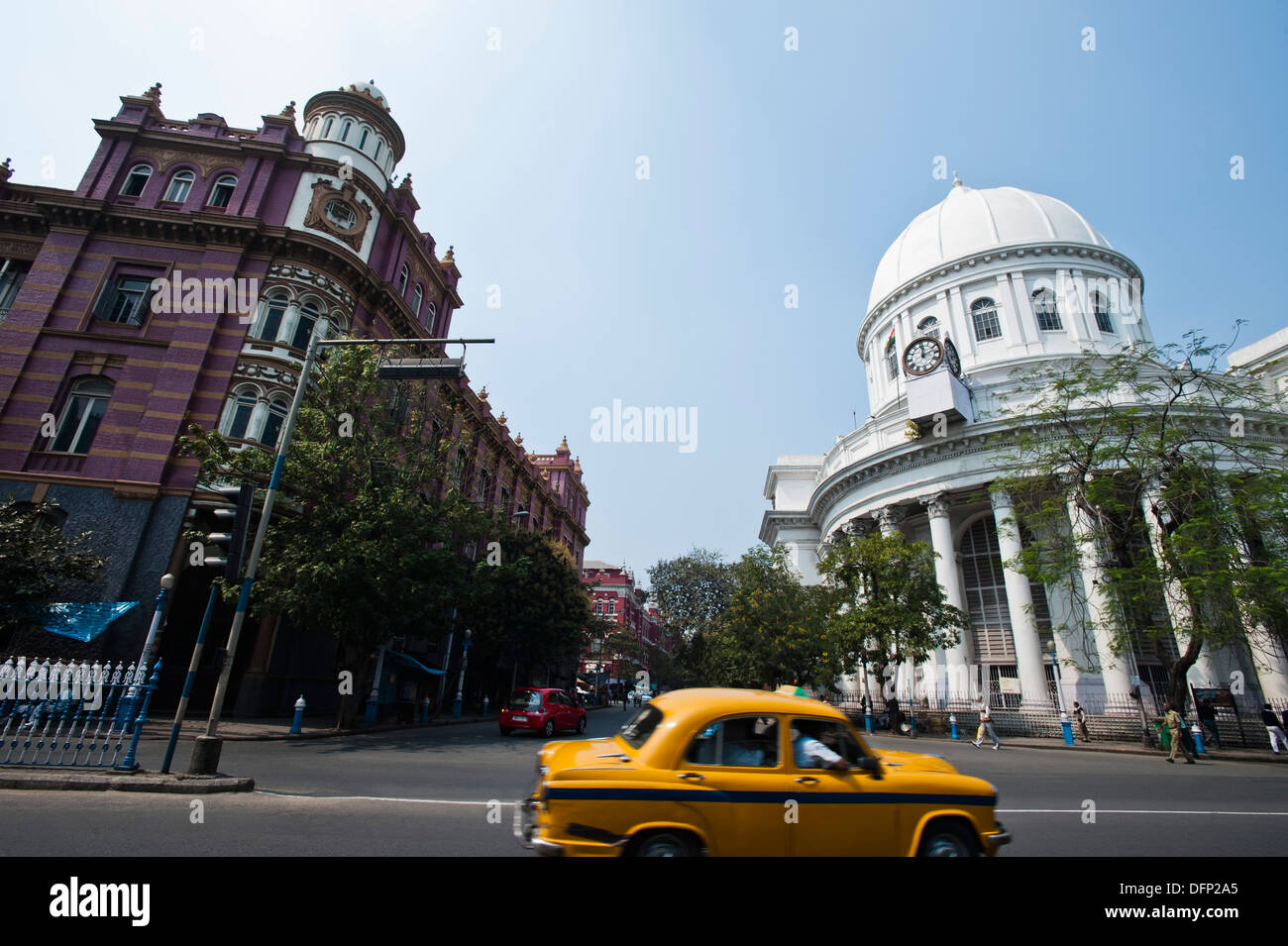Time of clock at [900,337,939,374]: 12:12
